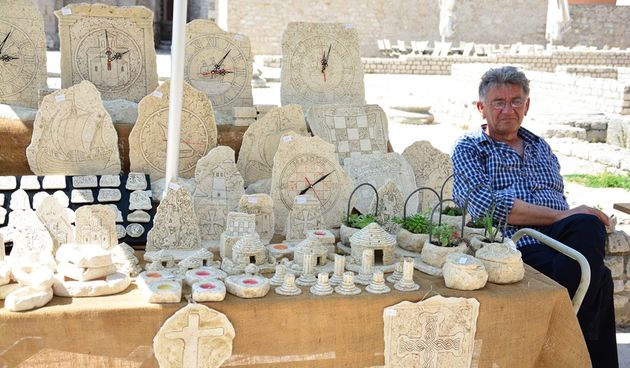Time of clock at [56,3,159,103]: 1:59
